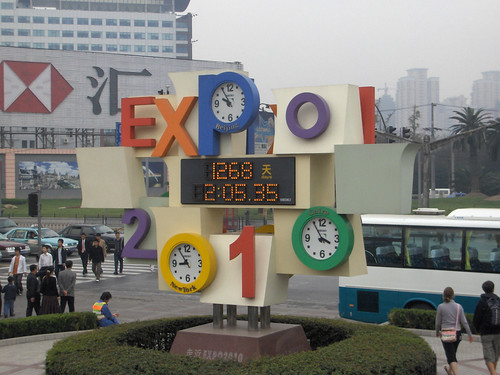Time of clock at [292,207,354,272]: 3:54
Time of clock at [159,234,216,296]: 8:54
